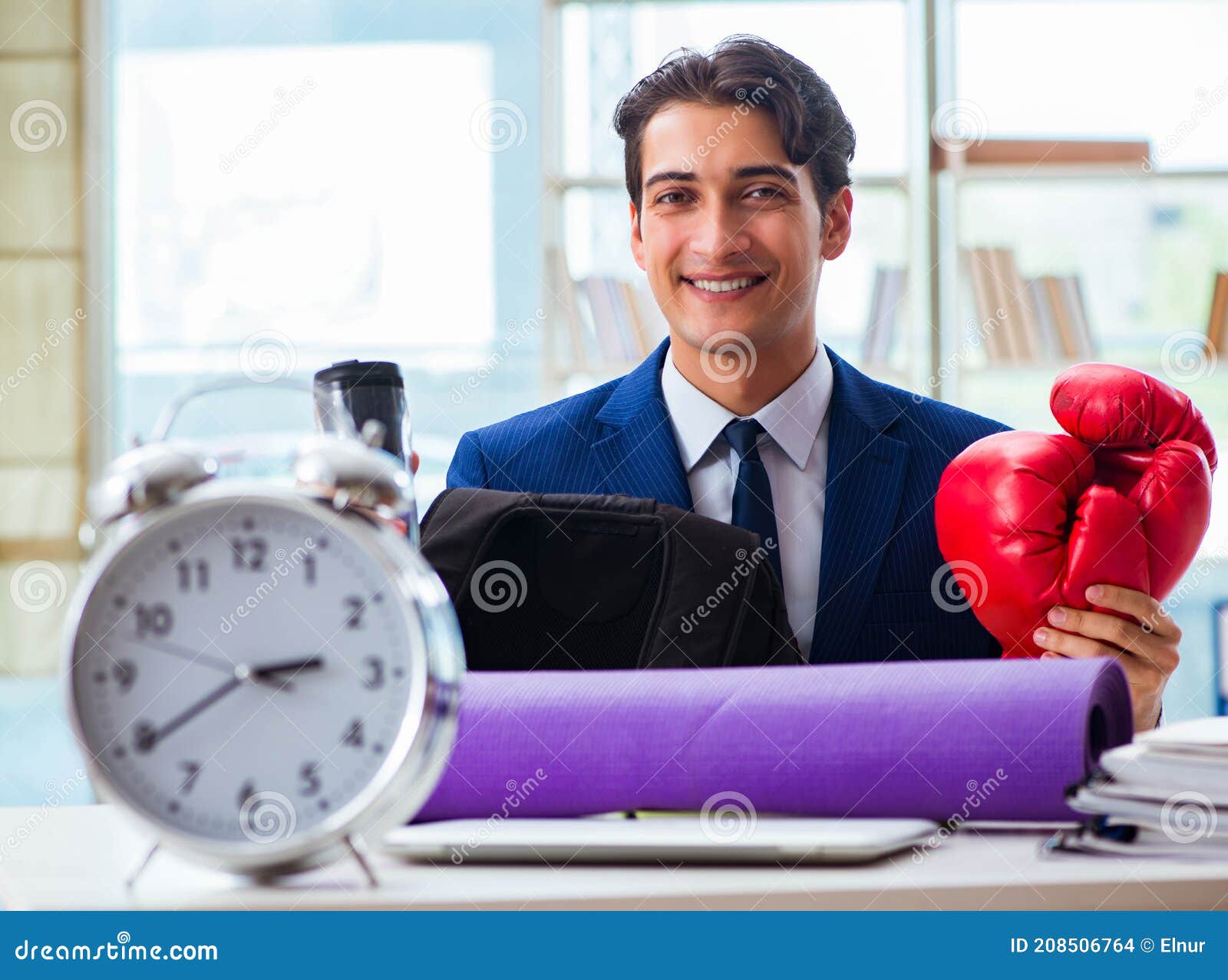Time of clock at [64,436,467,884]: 2:39
